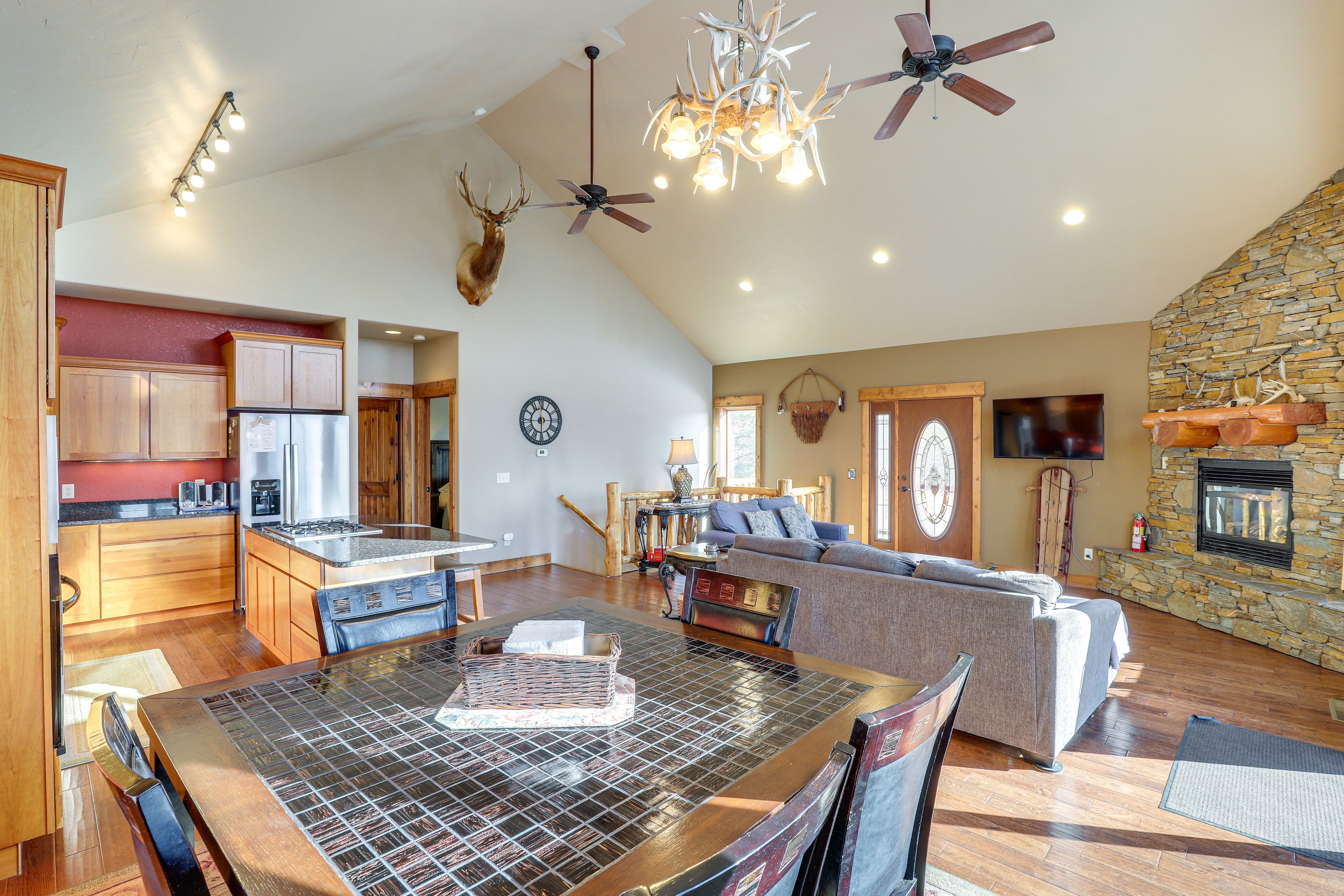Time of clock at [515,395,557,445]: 5:59
